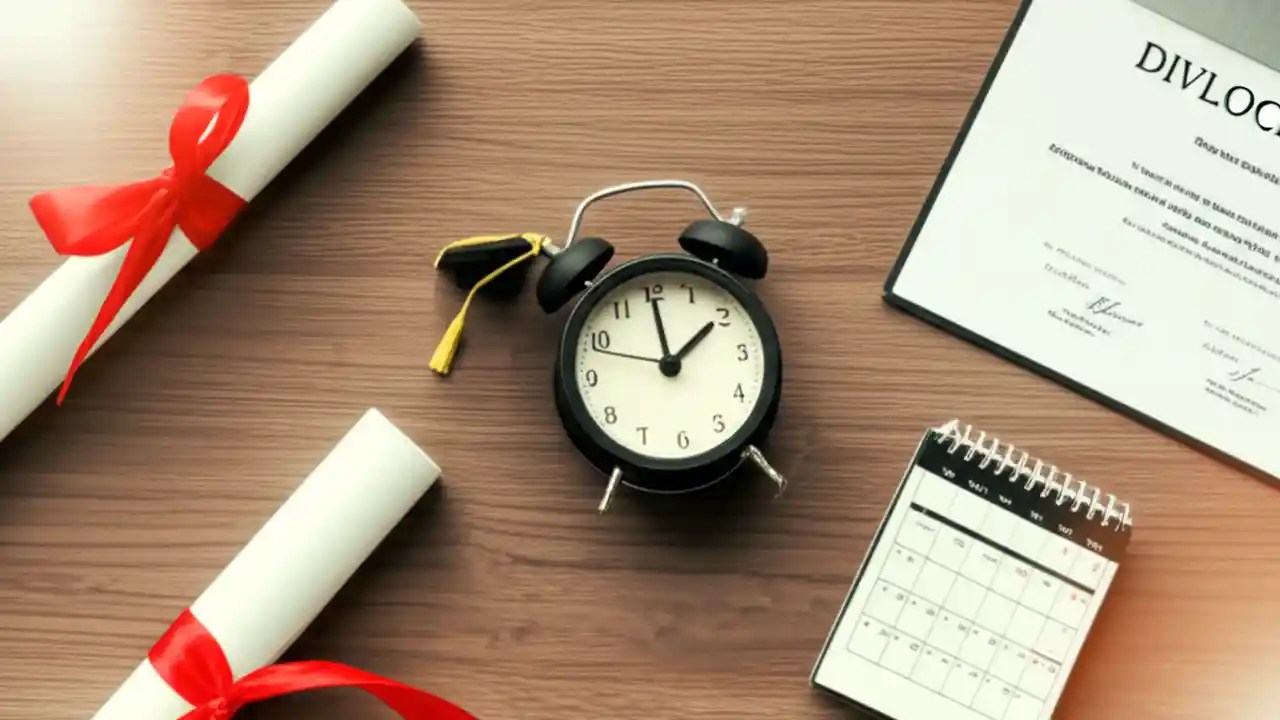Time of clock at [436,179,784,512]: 1:59
